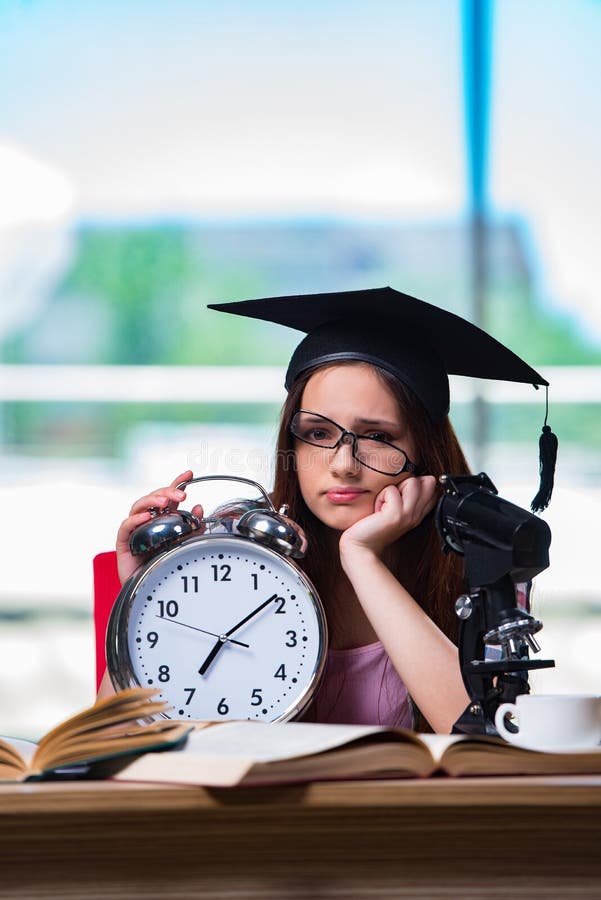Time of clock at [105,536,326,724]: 7:08
